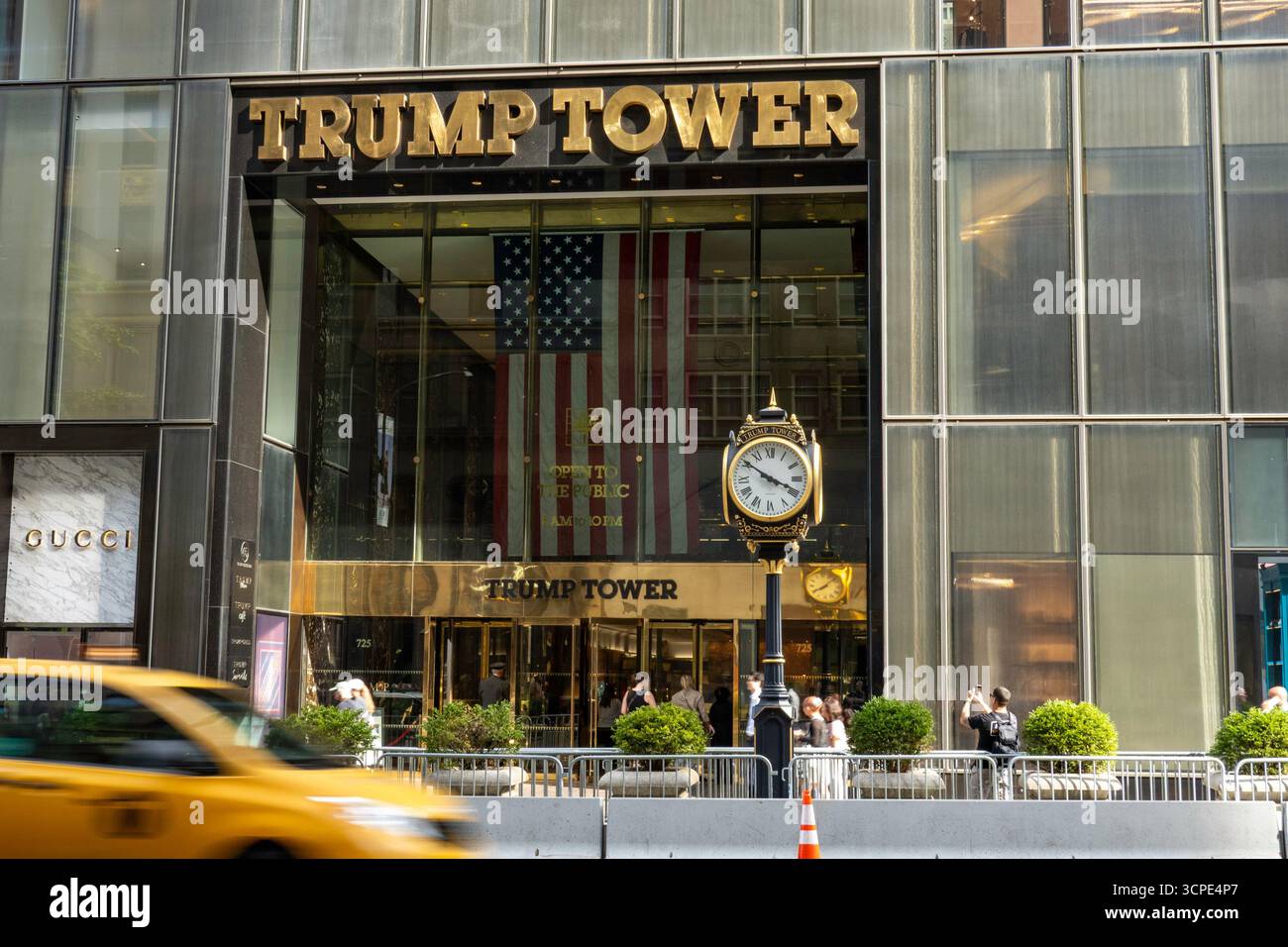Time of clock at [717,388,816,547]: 3:50
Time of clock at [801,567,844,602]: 8:07
